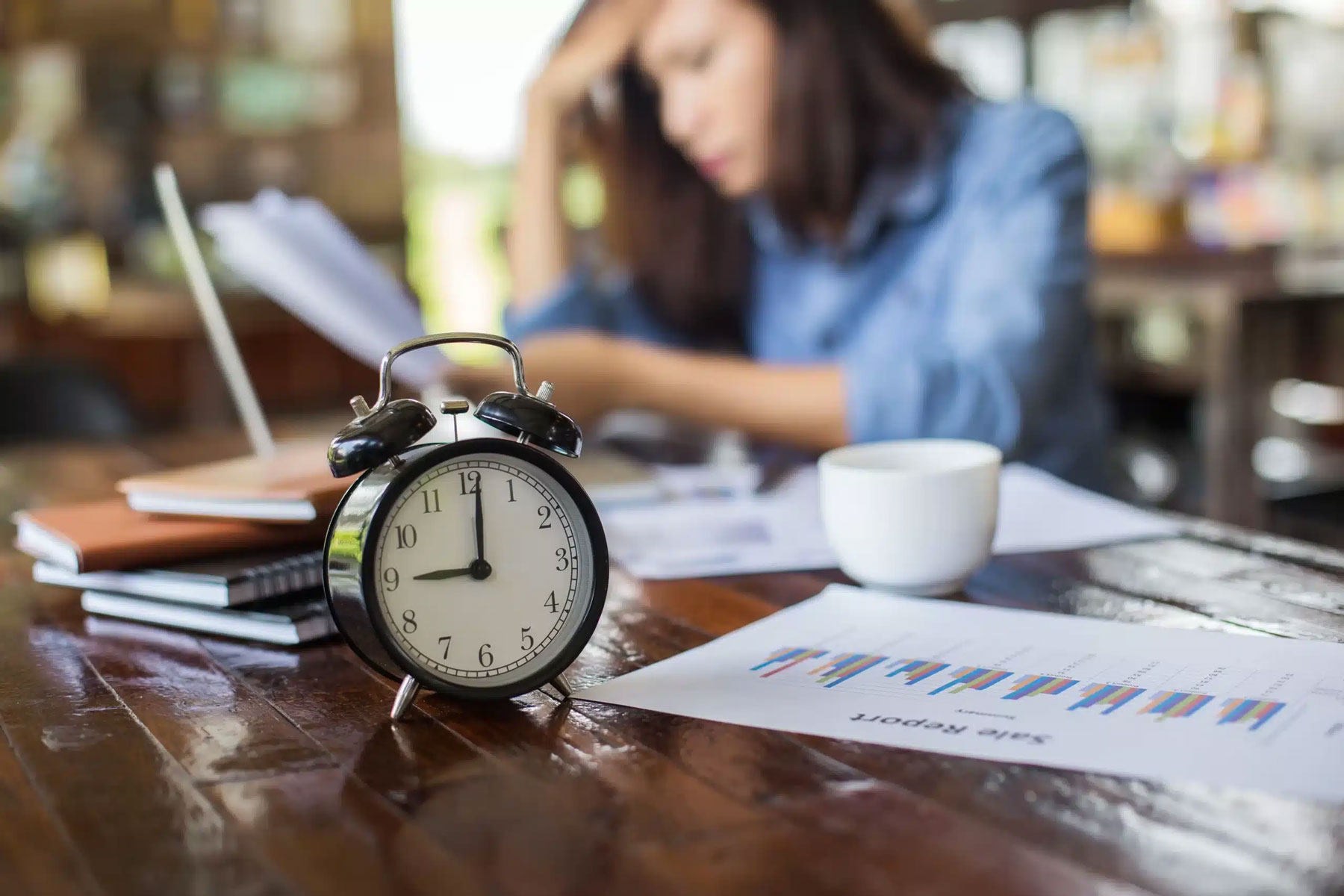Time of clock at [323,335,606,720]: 9:01
